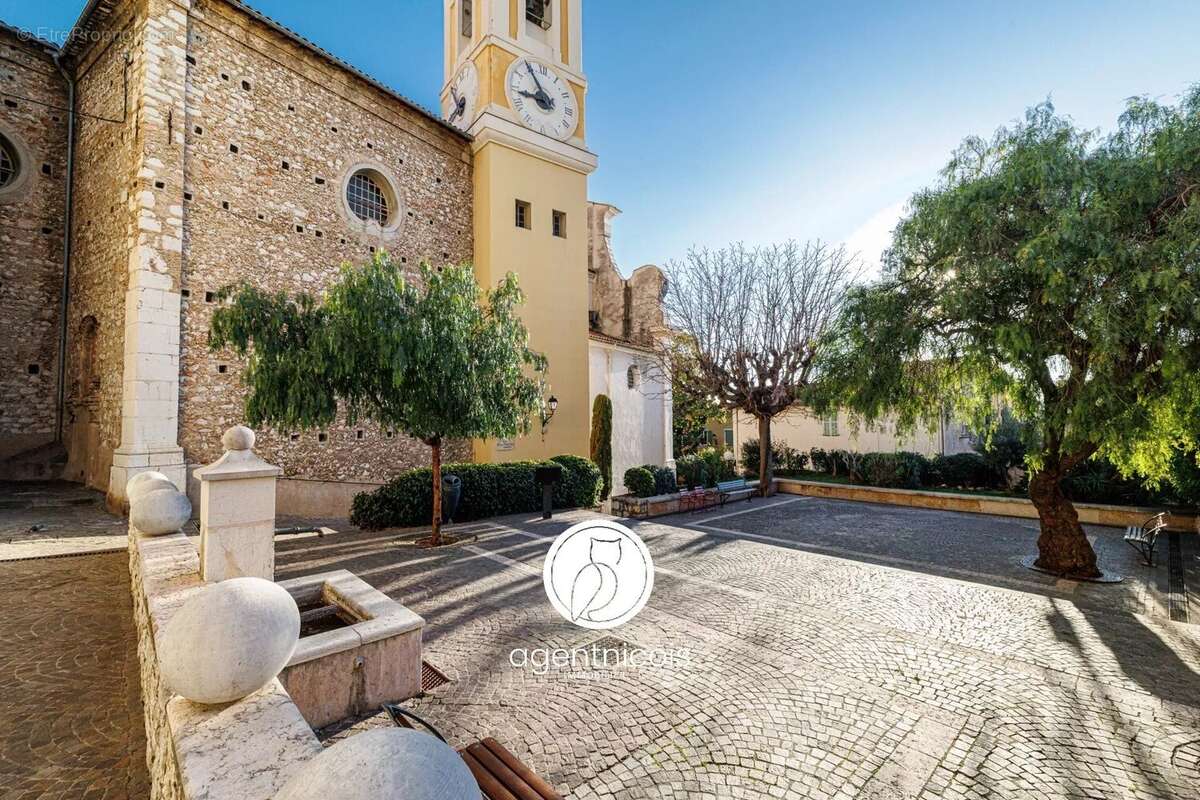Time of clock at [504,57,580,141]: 8:54
